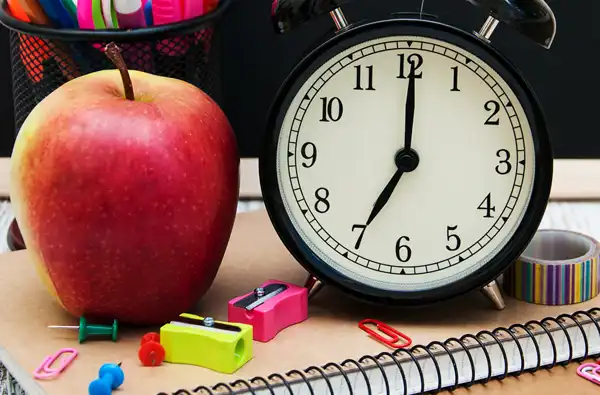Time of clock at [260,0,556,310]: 7:00
